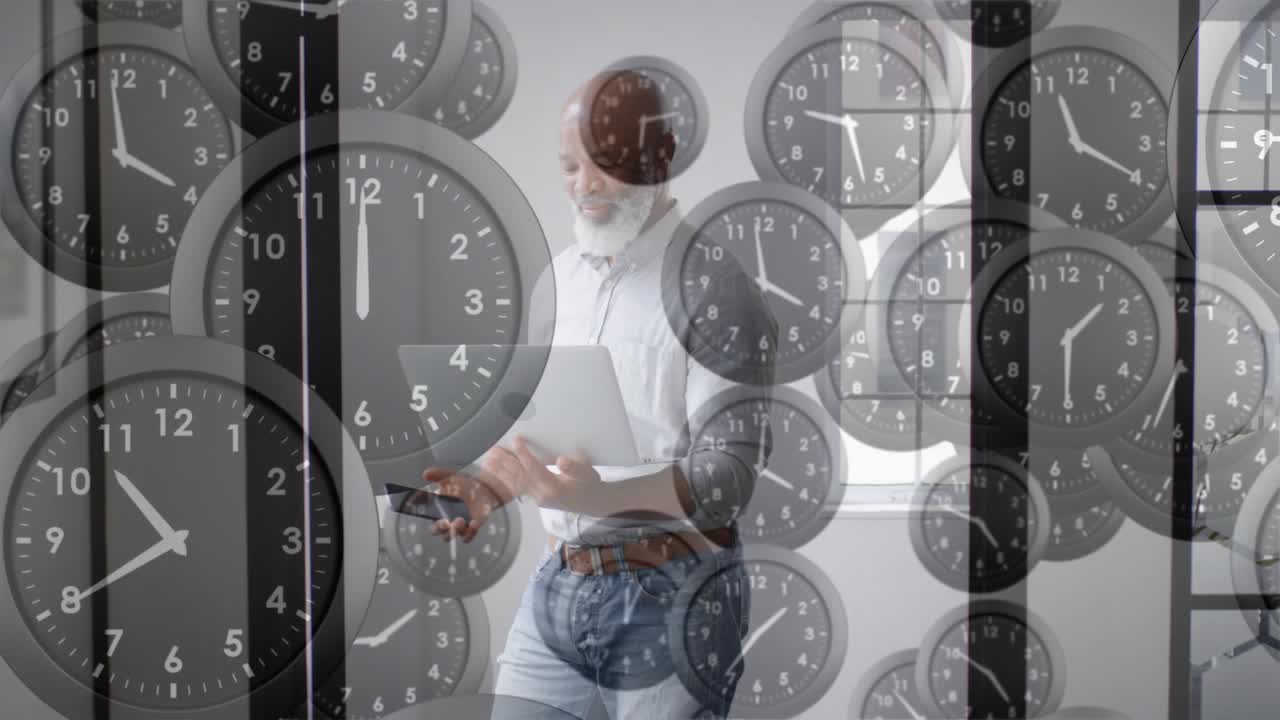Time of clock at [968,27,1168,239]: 11:19
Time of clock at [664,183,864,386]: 3:58
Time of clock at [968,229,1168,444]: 1:30
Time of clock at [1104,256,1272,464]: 1:30
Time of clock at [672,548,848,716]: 1:36
